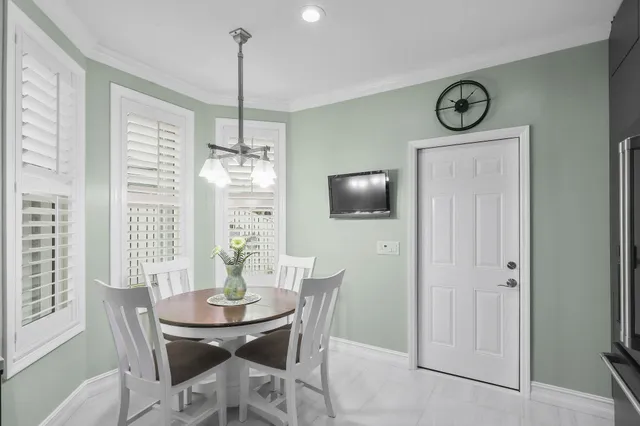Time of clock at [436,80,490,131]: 1:13
